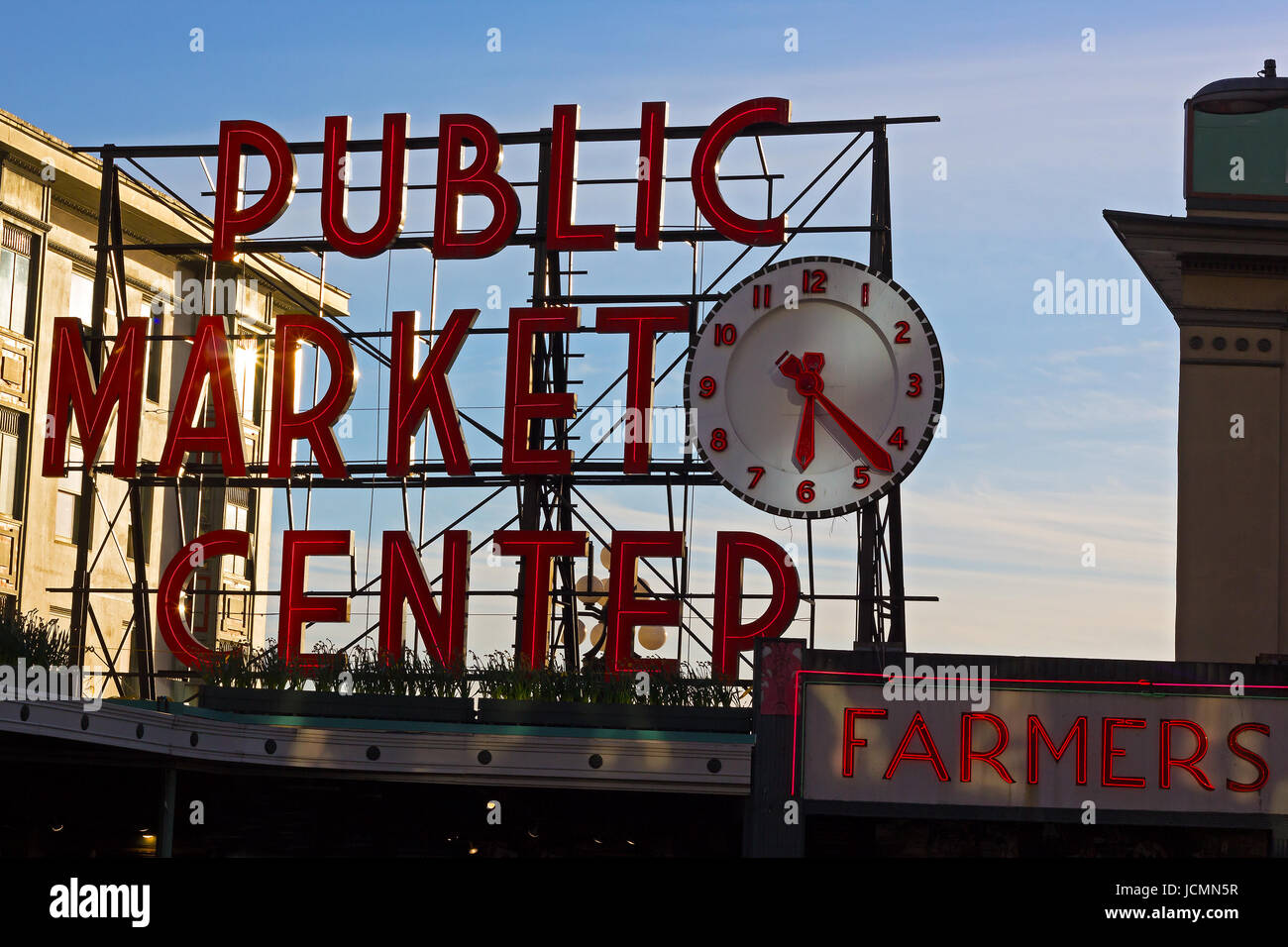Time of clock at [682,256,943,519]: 6:22
